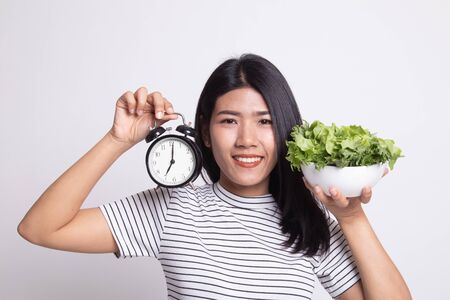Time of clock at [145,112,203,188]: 7:01
